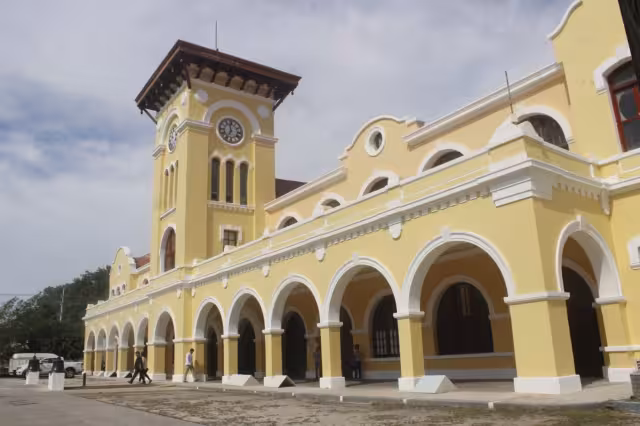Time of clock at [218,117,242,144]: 6:58
